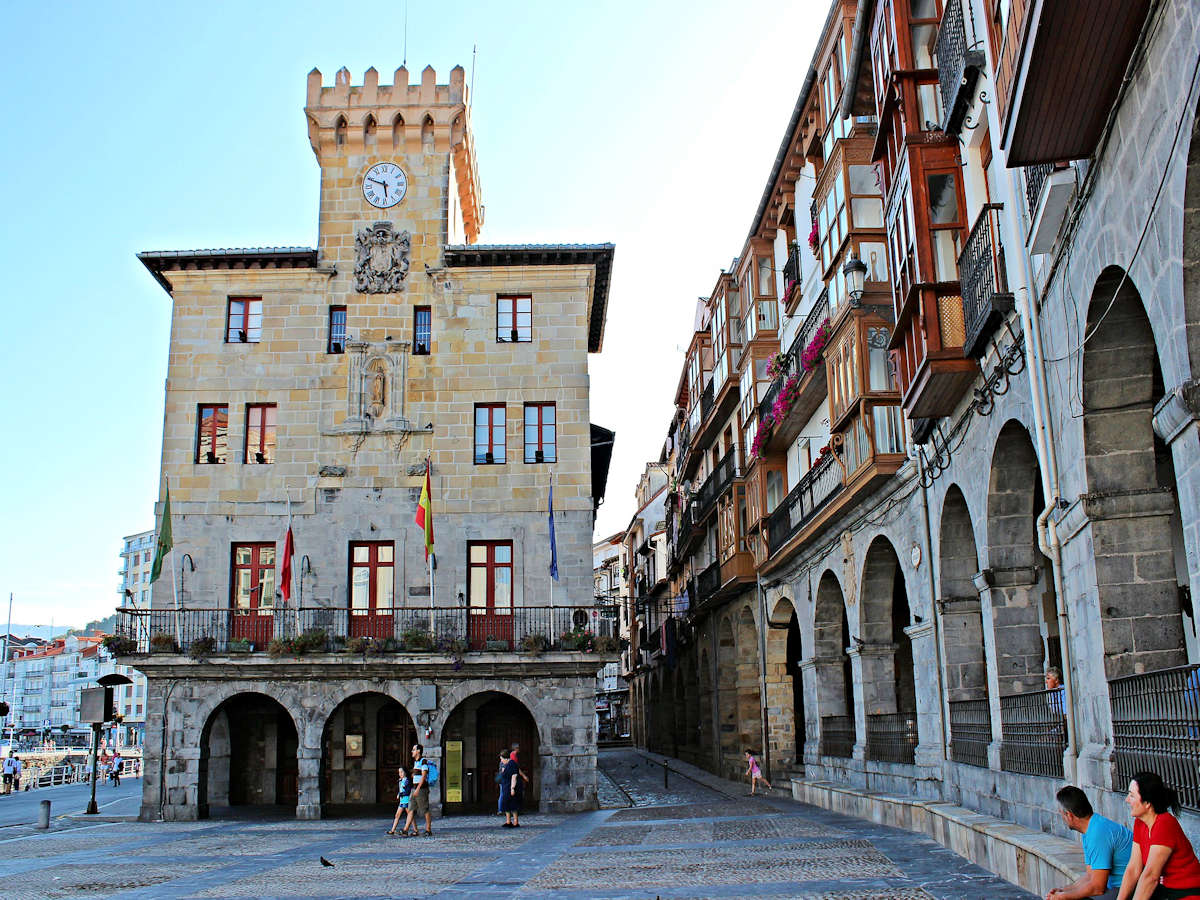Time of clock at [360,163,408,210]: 5:48
